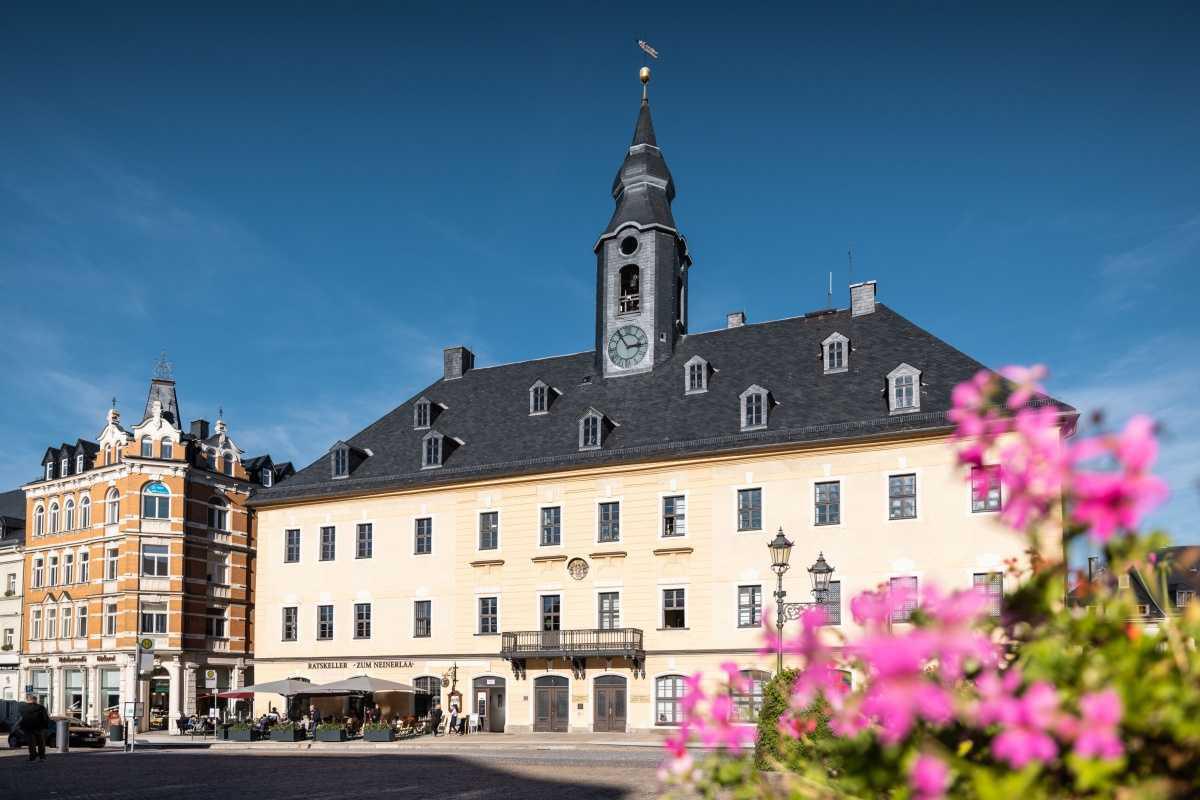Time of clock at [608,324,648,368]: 2:54
